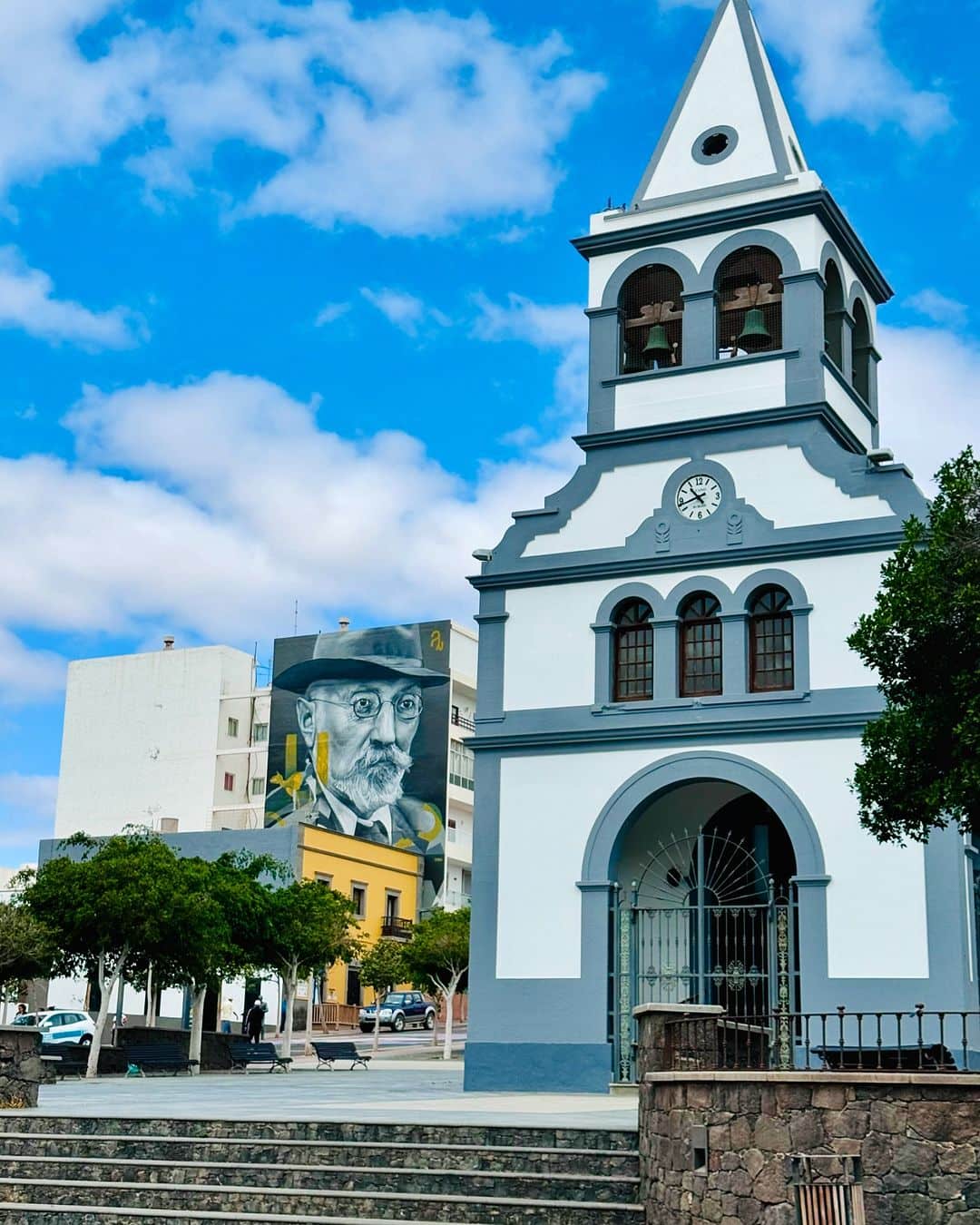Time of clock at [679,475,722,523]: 10:42
